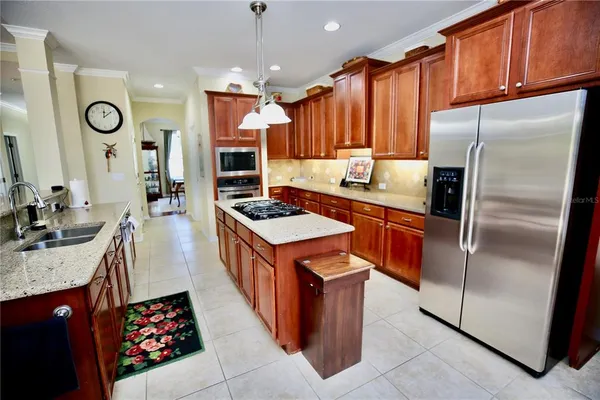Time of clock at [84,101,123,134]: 12:08
